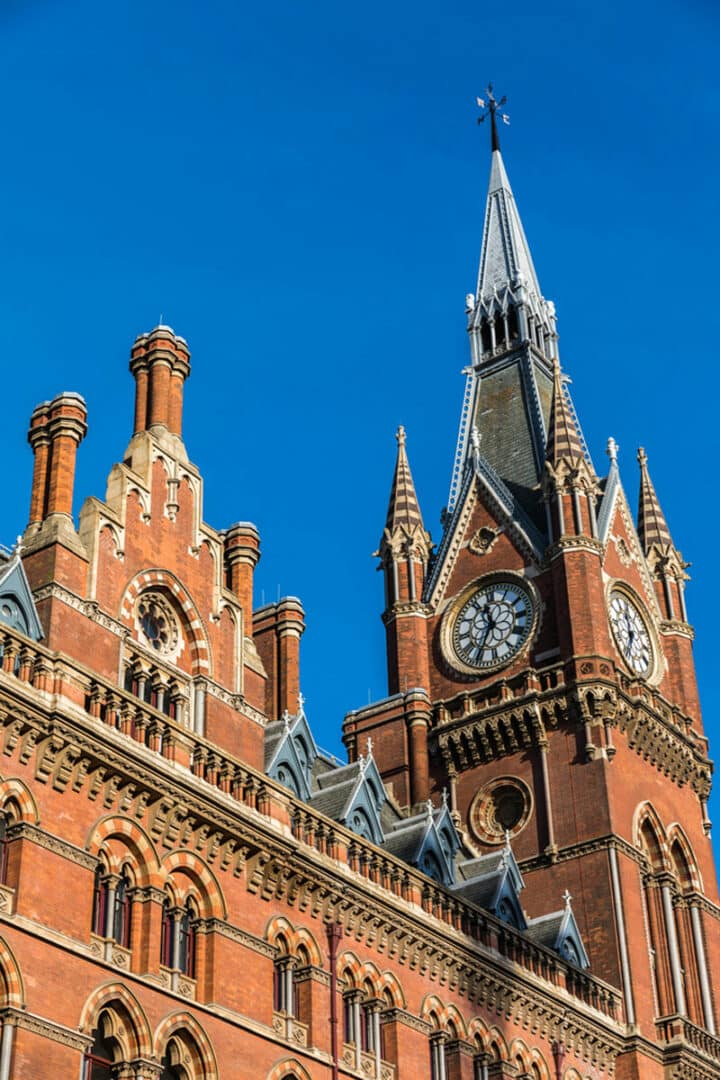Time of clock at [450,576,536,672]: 11:35
